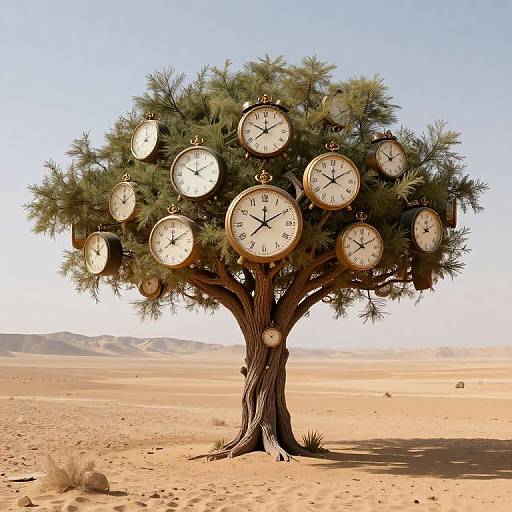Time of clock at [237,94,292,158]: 12:09
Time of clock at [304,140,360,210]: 10:09
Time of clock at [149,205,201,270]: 12:09
